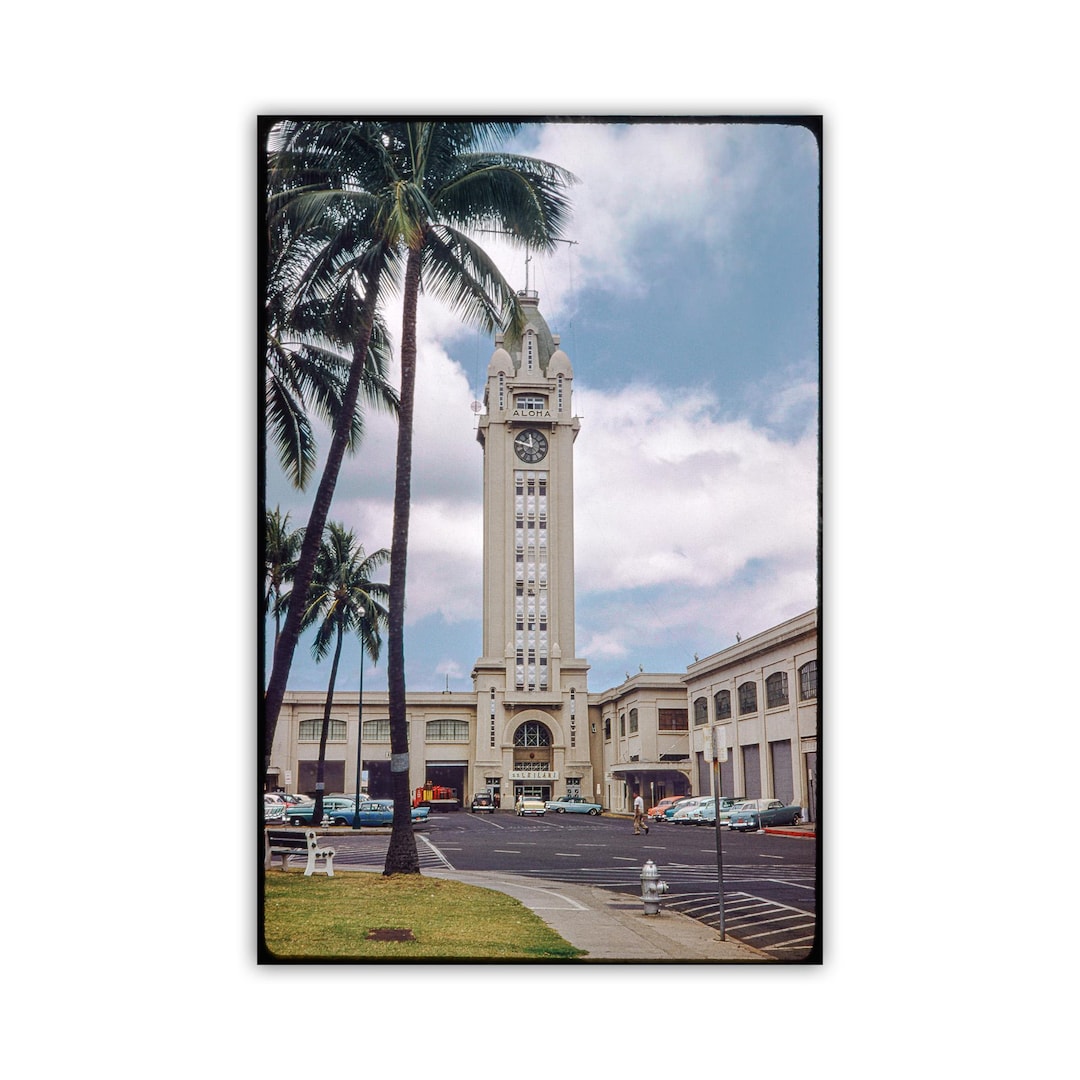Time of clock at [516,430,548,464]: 11:46
